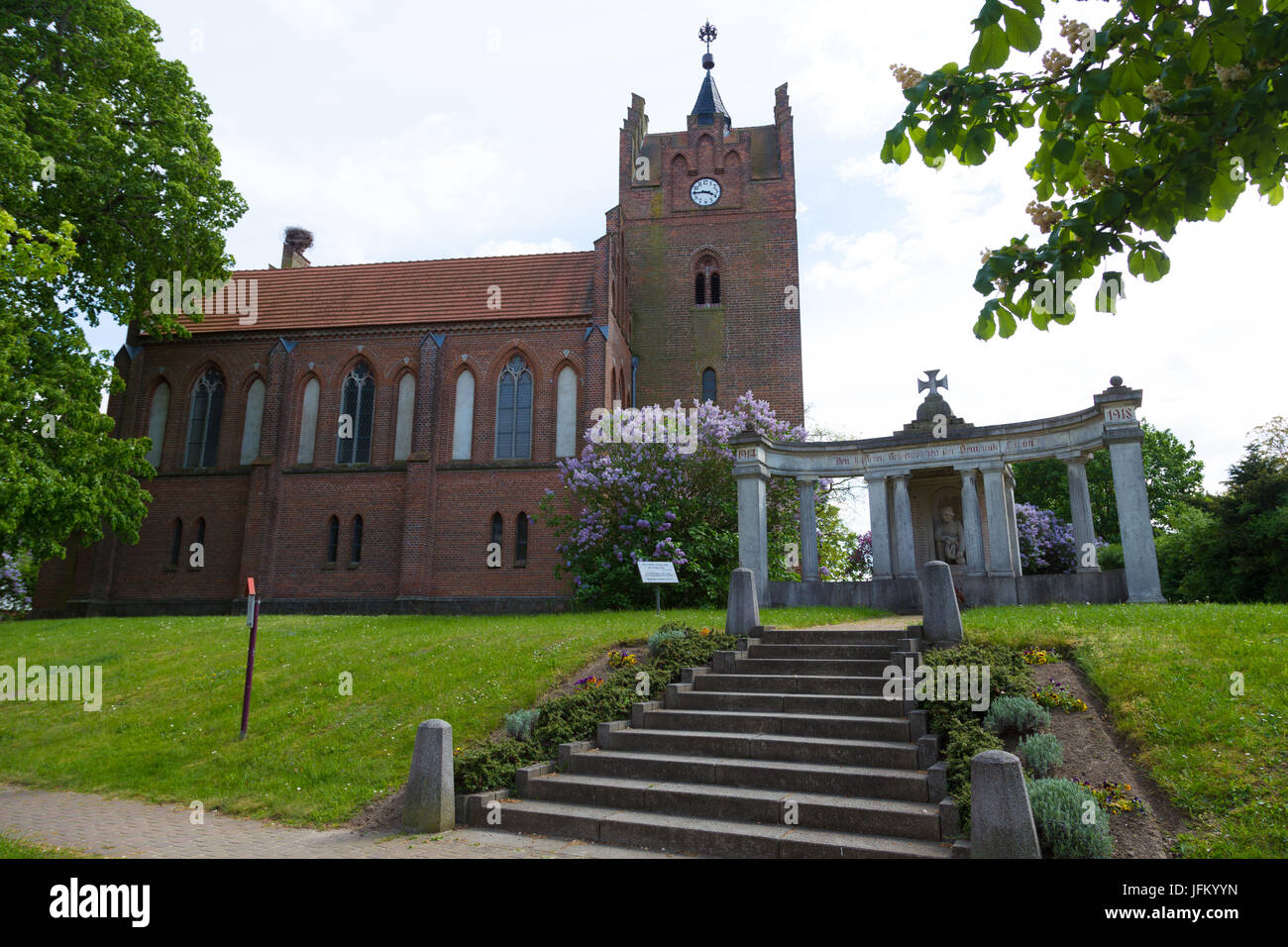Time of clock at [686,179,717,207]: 3:44
